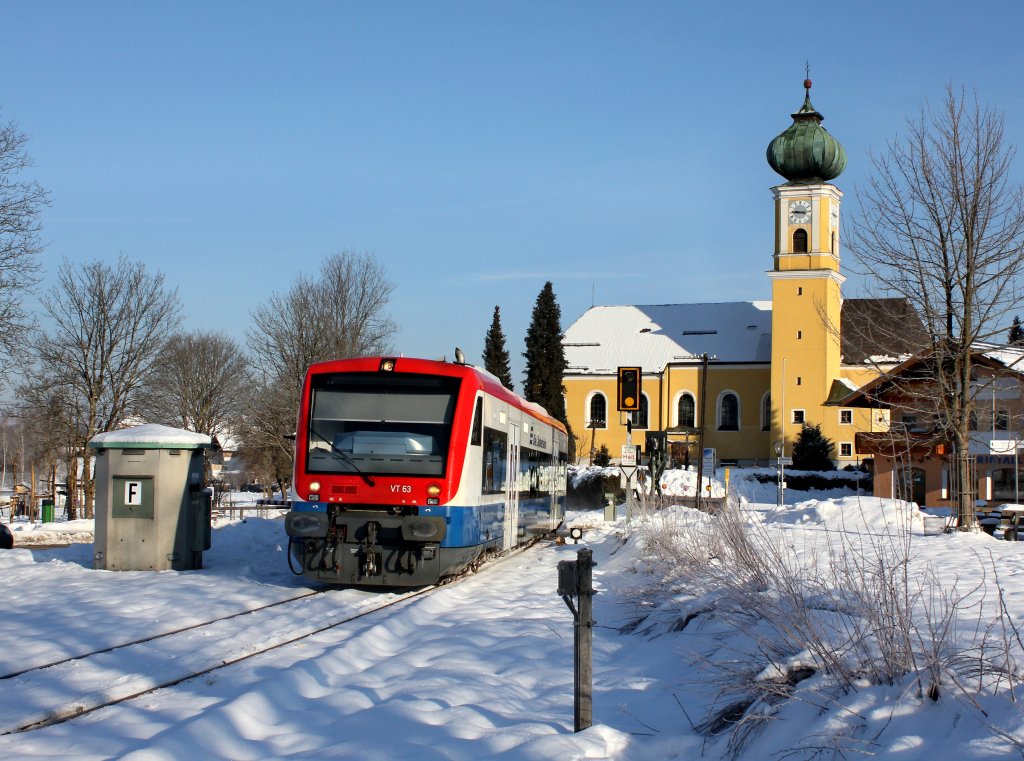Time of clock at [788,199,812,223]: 8:45
